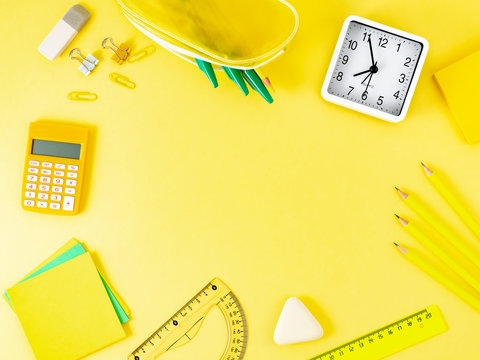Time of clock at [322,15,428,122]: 7:55
